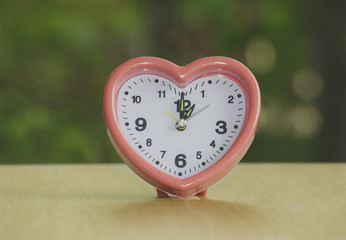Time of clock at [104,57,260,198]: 1:00
